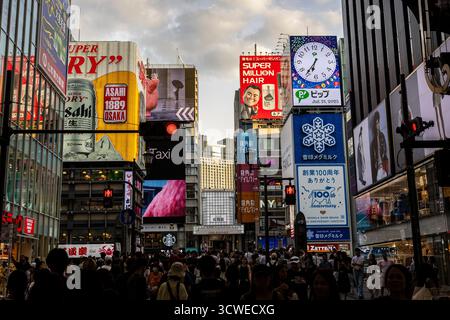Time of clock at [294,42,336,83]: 6:36
